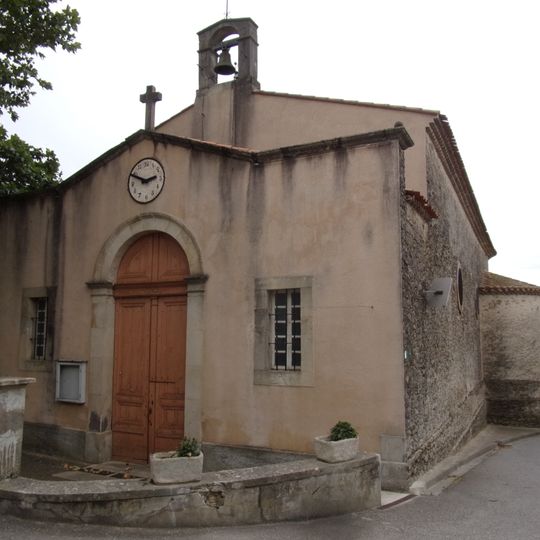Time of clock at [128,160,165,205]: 2:49
